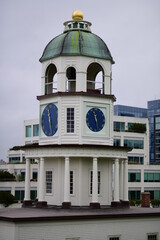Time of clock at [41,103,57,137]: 11:28
